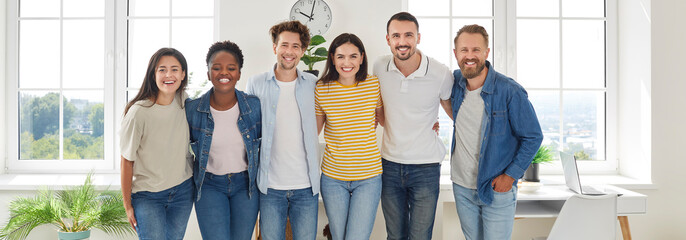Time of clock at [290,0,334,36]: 10:02
